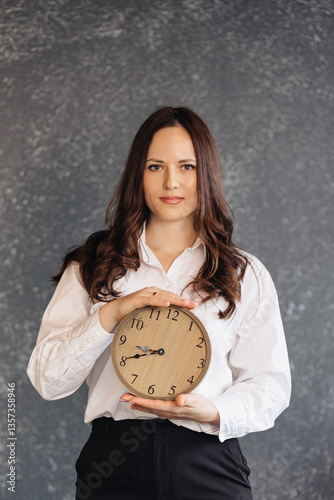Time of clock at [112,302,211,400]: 8:40
